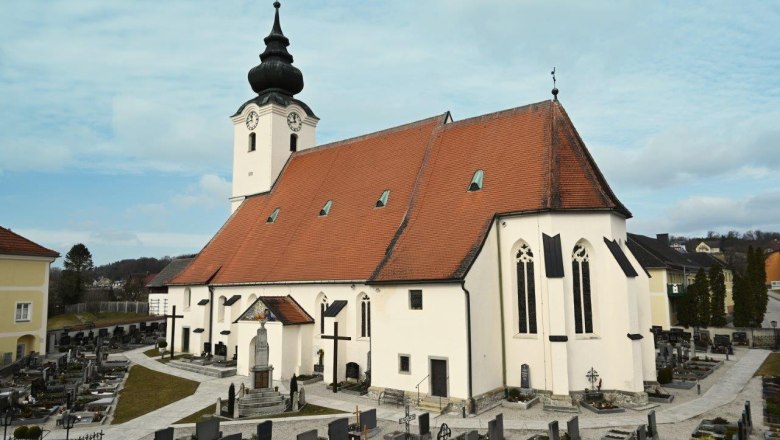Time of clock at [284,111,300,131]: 11:42
